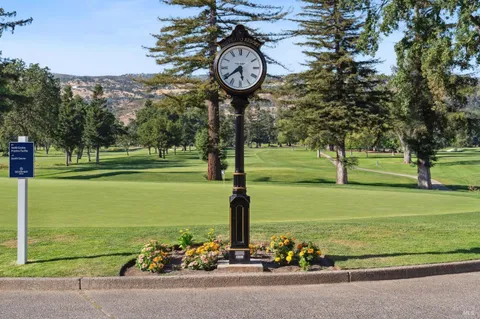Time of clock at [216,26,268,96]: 5:38
